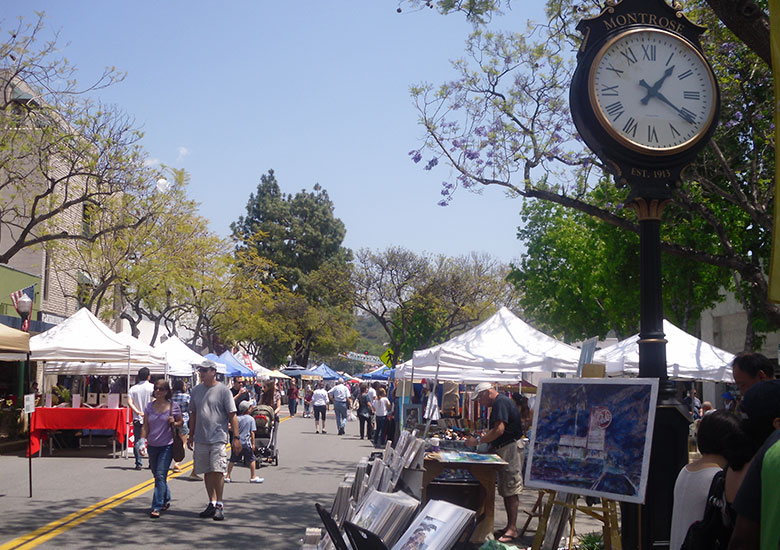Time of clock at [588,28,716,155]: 1:20
